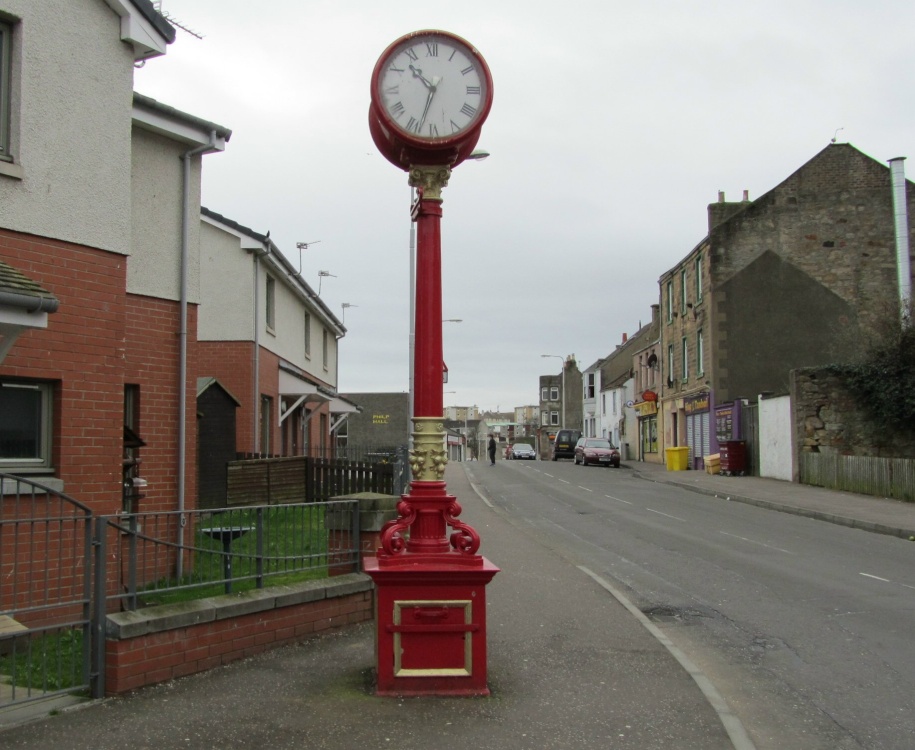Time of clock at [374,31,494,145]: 10:33
